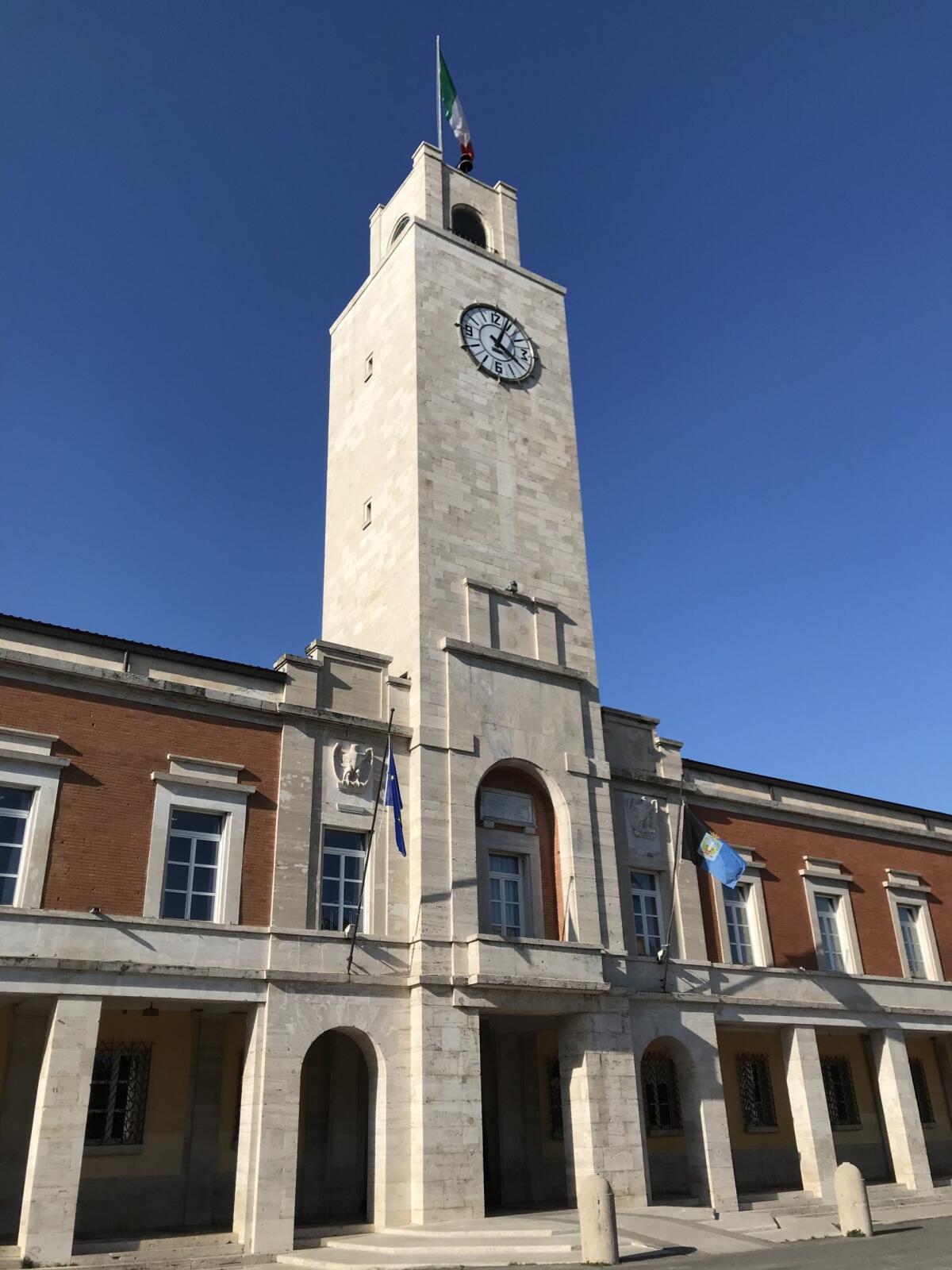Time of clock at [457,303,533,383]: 4:04
